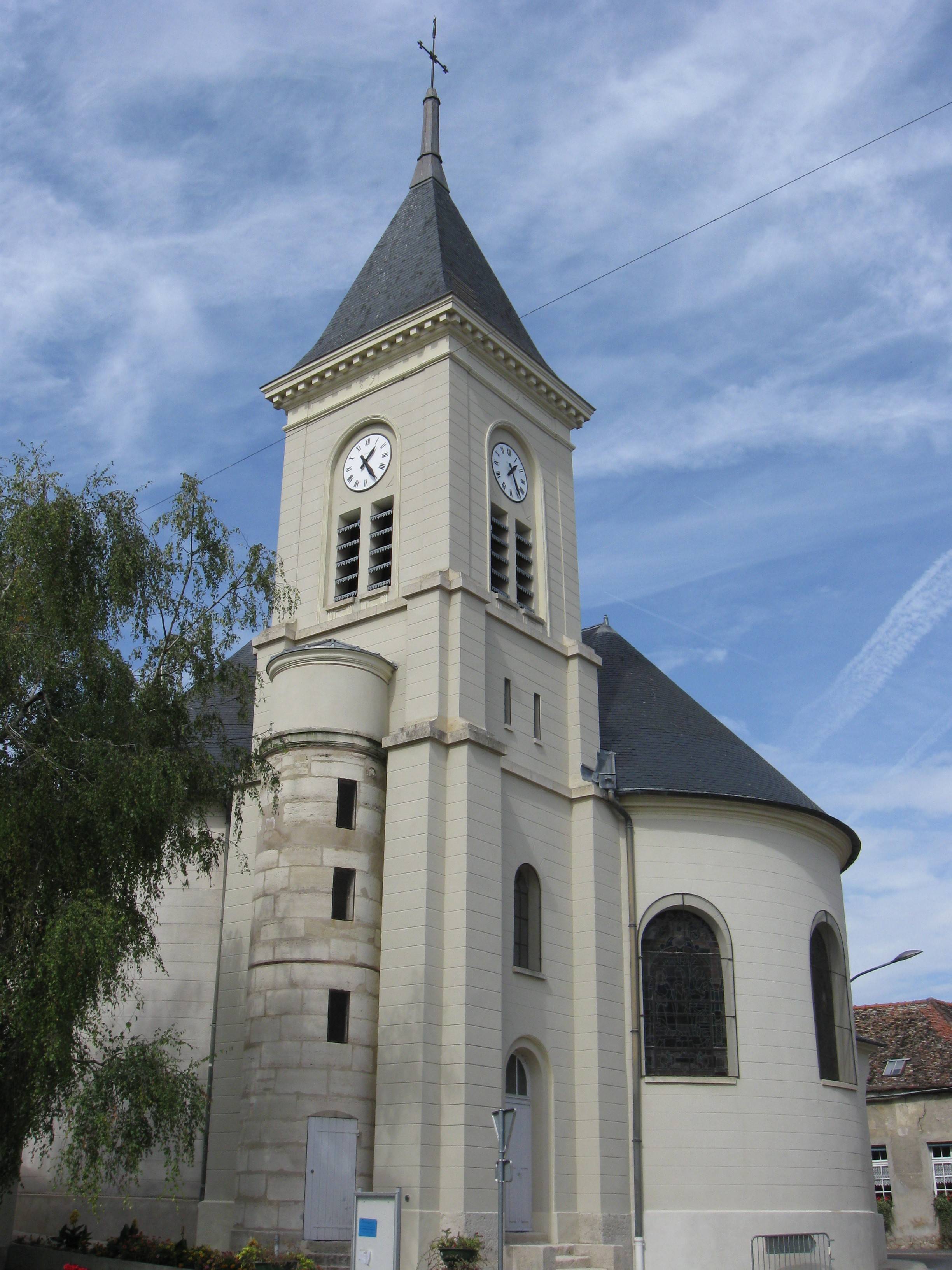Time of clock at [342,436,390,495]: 1:24
